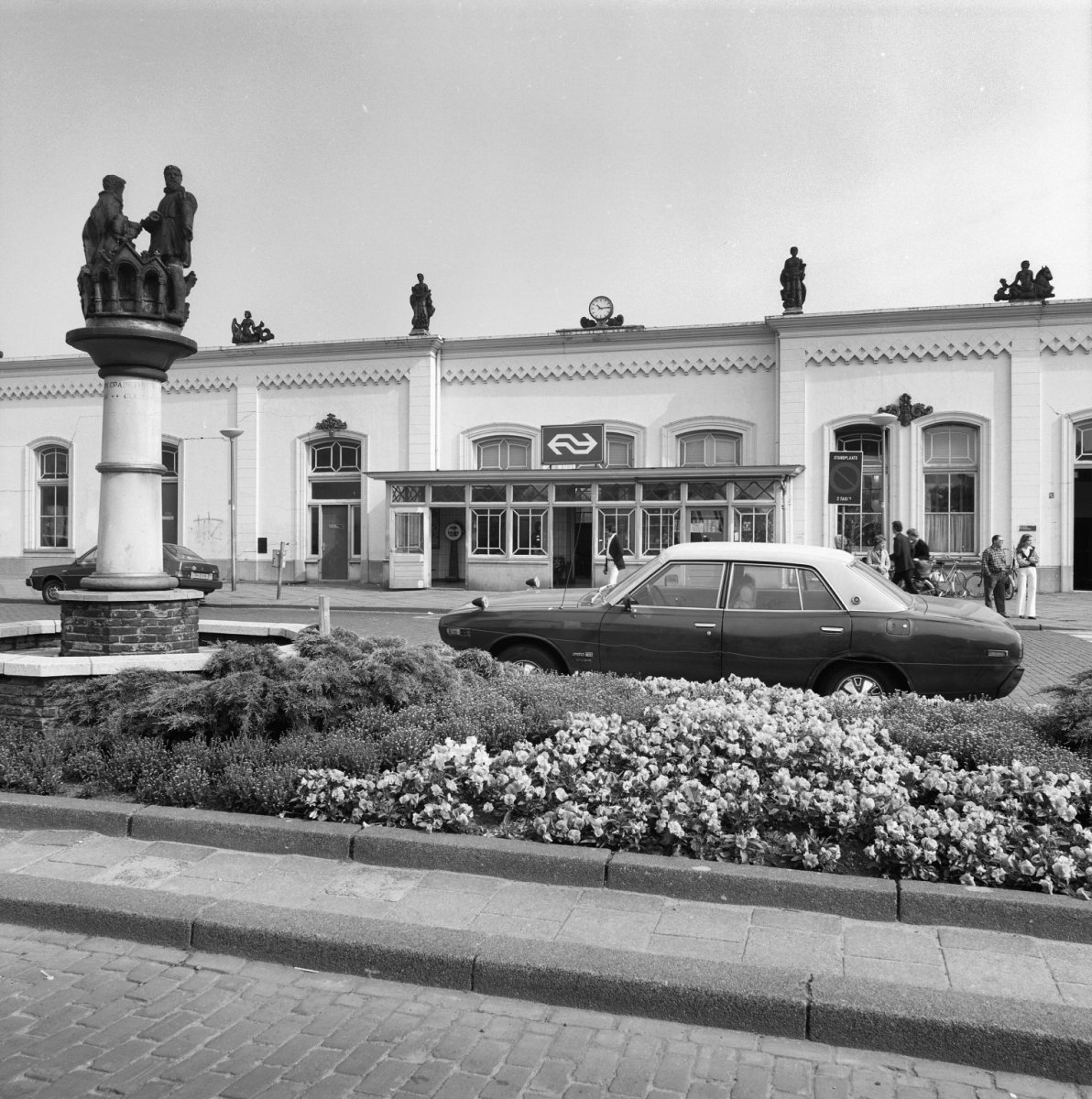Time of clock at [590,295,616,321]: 10:13
